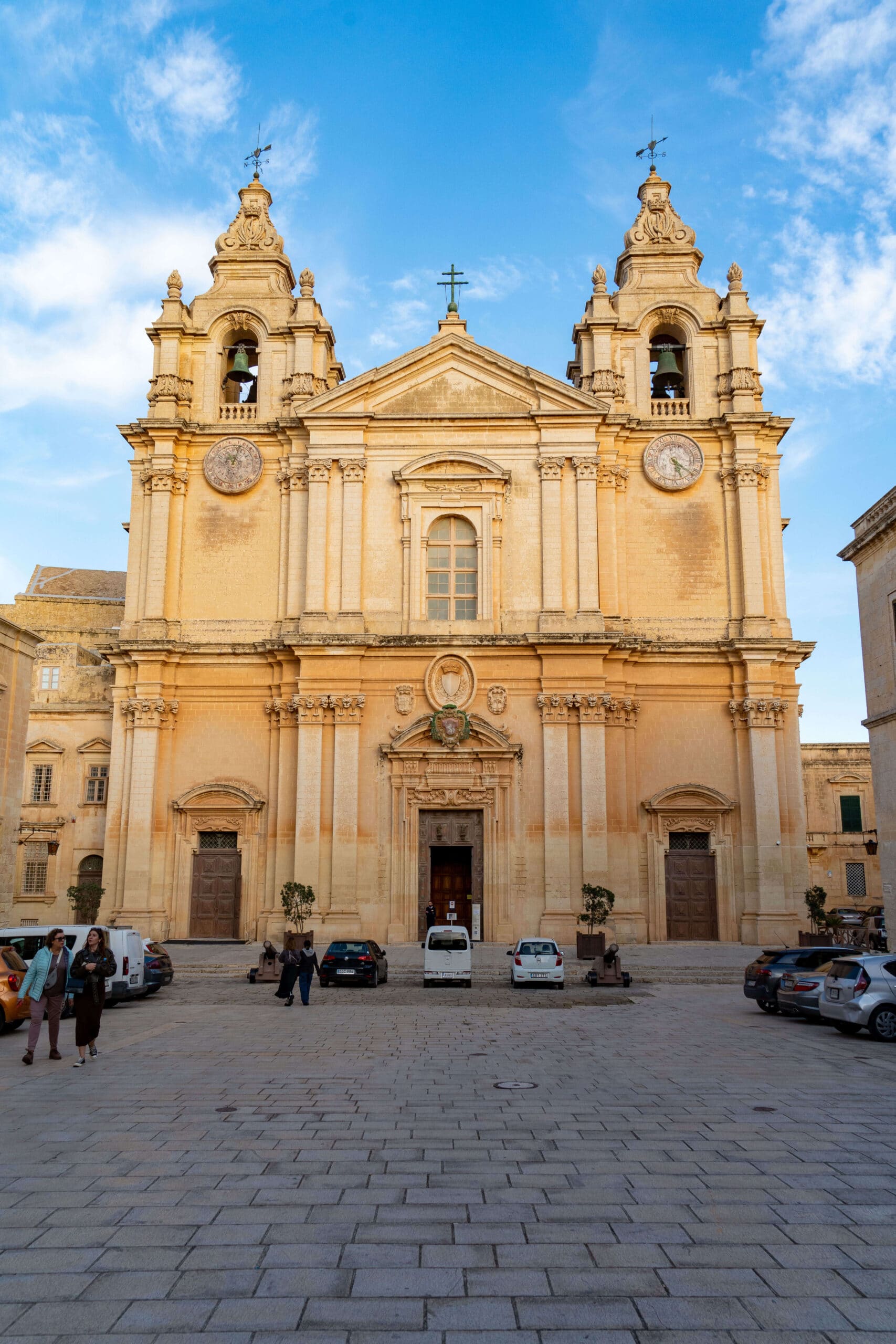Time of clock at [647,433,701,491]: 5:21
